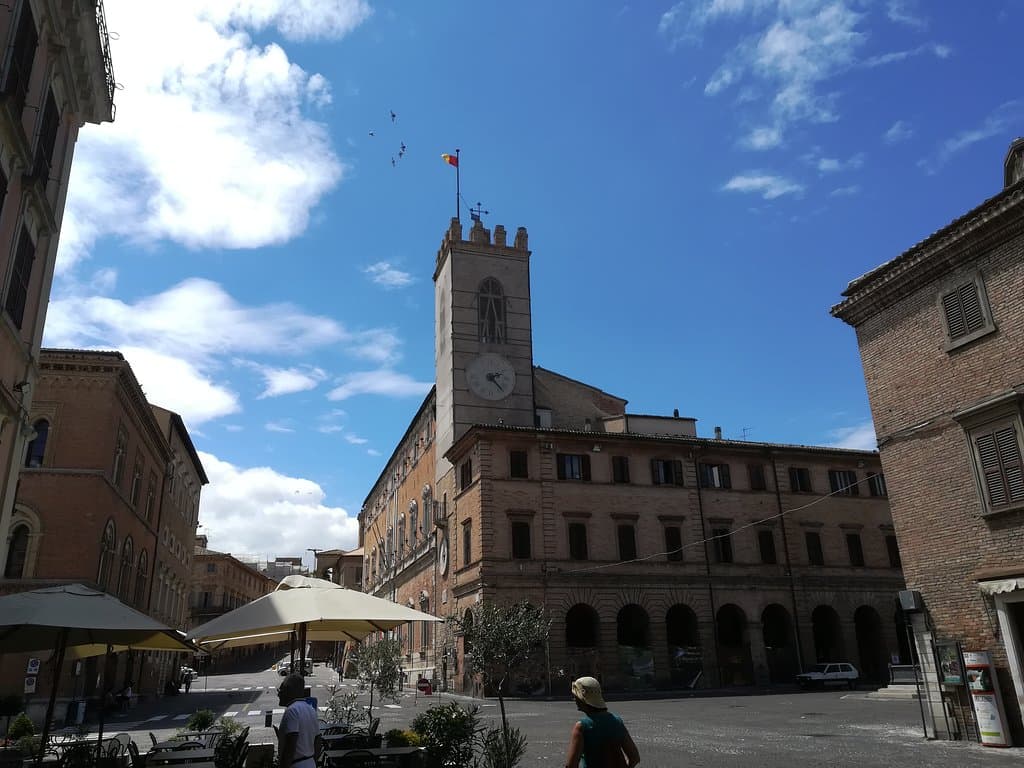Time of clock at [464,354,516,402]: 2:23
